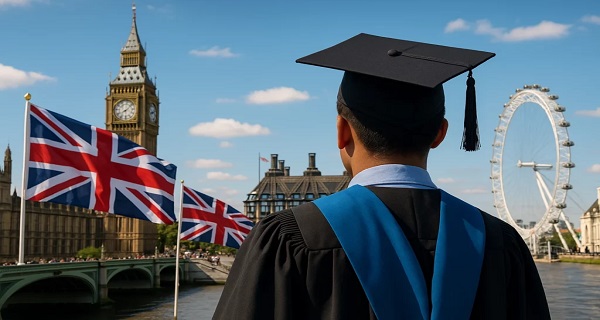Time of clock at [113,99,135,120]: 8:07
